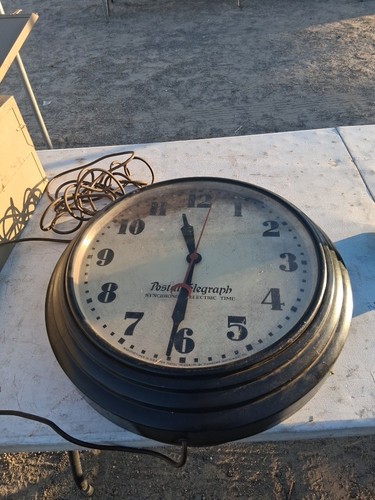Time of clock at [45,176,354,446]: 11:31
